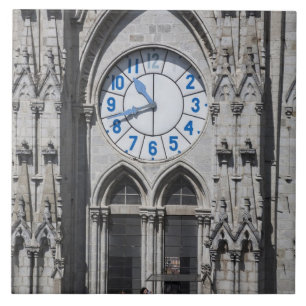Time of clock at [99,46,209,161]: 10:41
